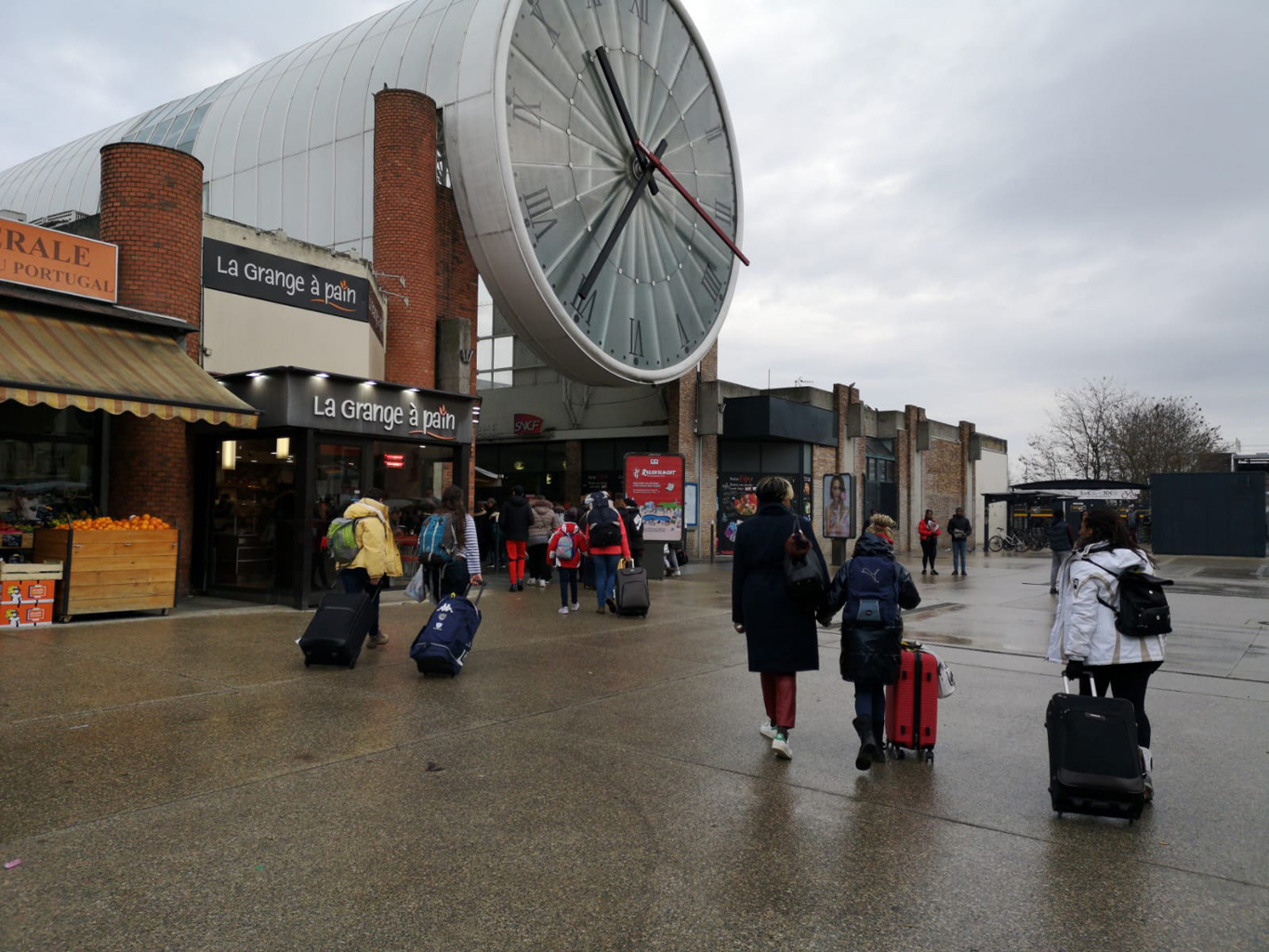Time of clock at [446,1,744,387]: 10:36
